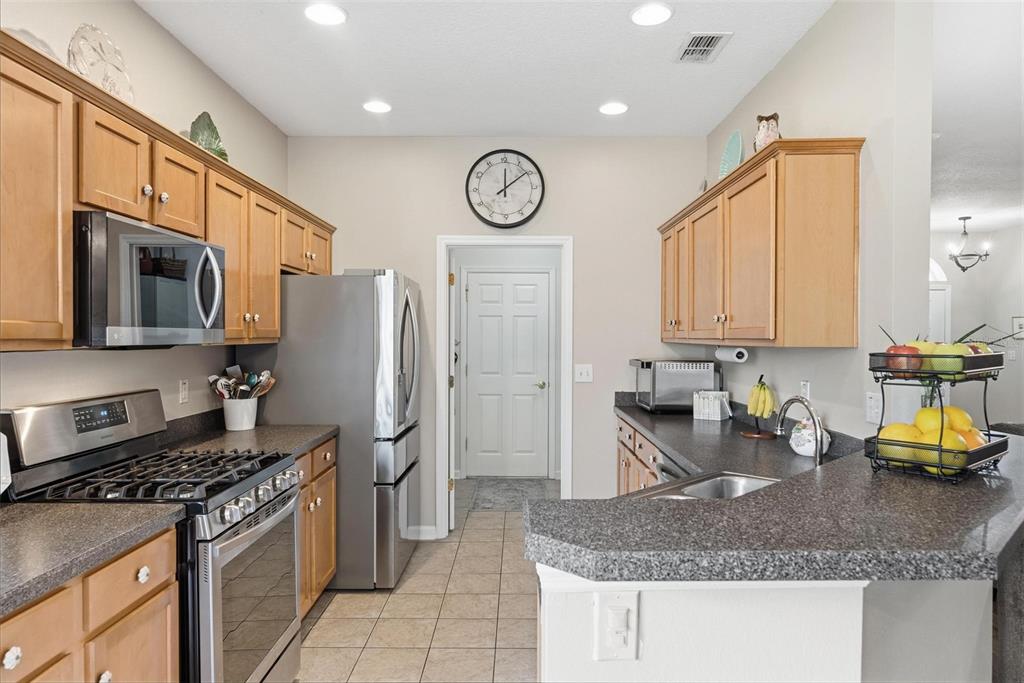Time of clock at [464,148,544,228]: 12:09
